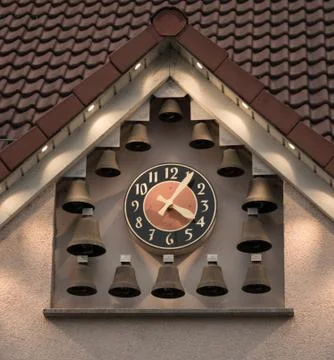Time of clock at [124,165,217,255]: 4:05
